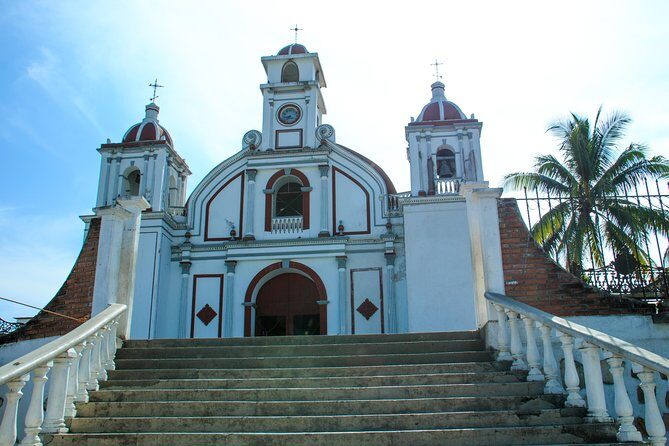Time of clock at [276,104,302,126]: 8:36
